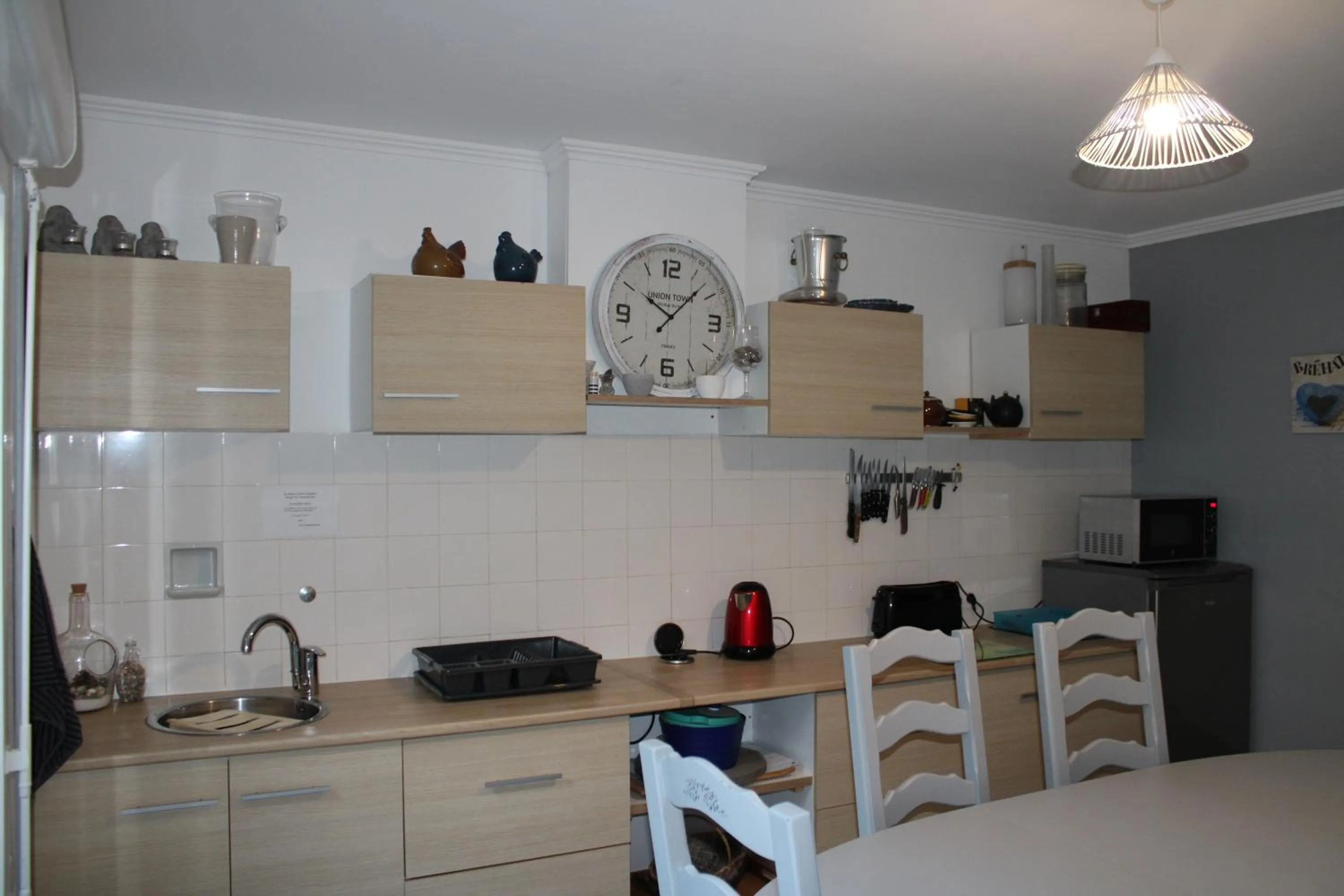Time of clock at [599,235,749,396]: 10:07
